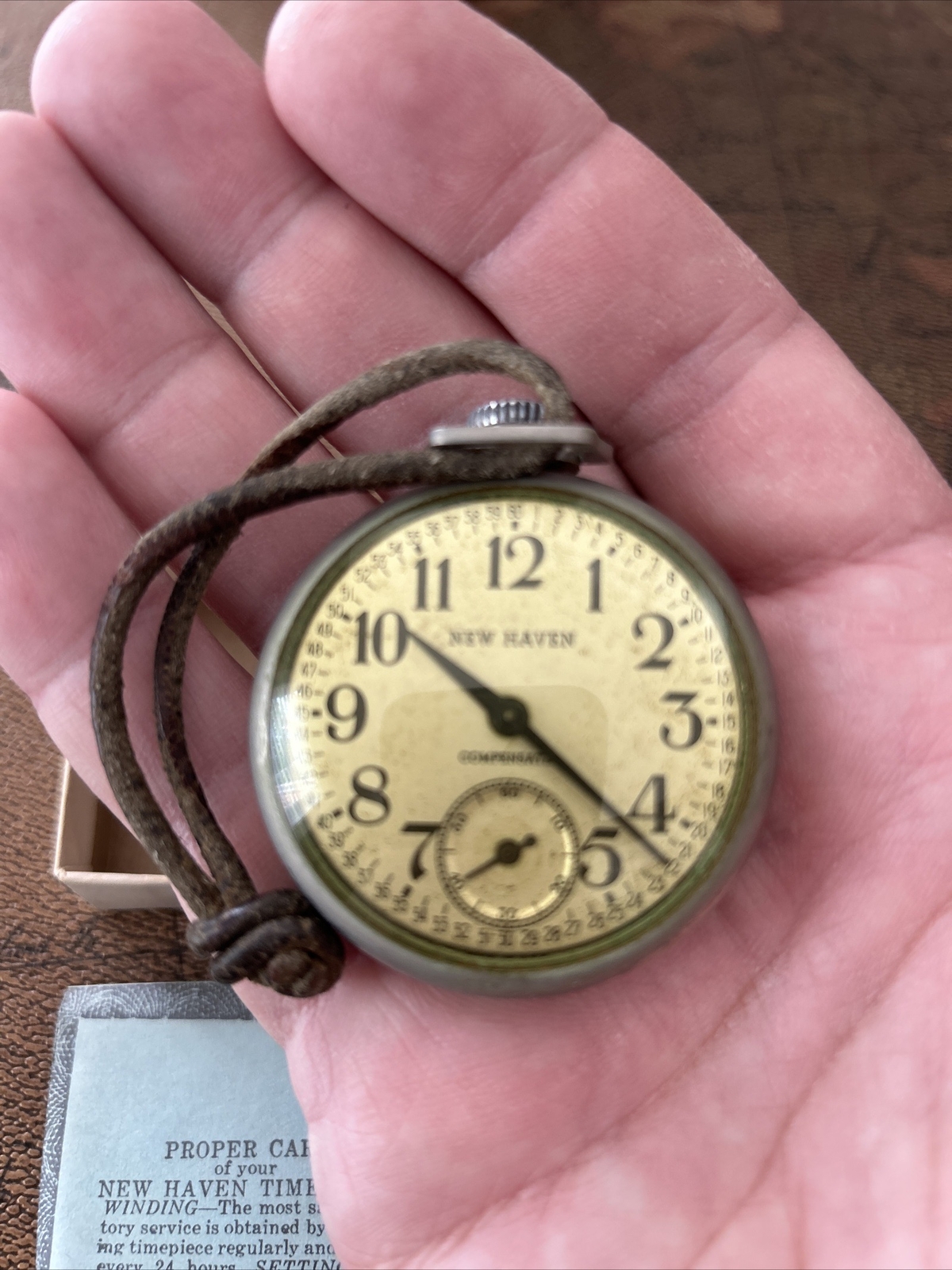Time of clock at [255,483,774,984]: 10:22
